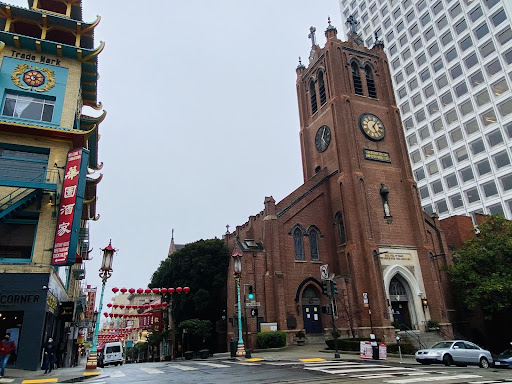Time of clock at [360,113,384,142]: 5:06
